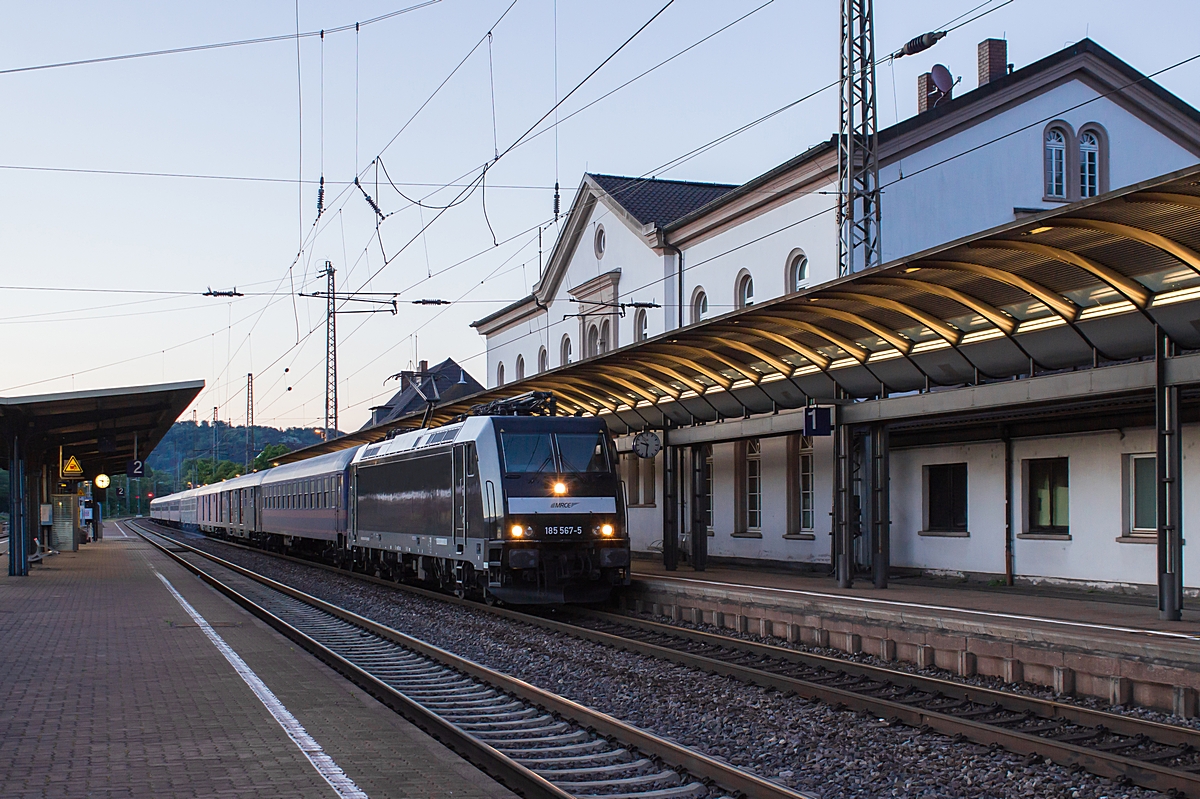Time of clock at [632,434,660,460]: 9:31
